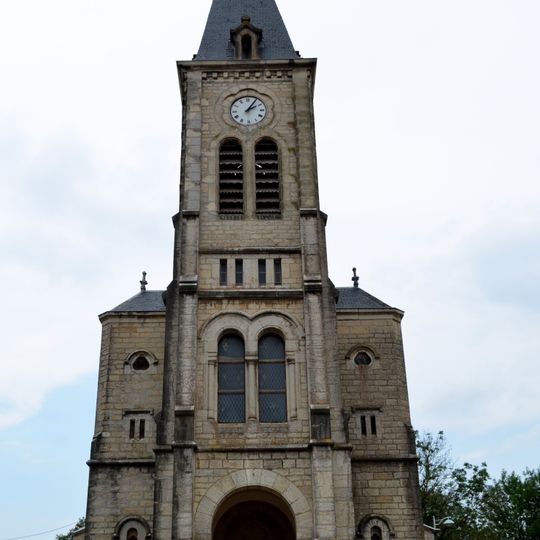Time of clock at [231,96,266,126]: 2:05
